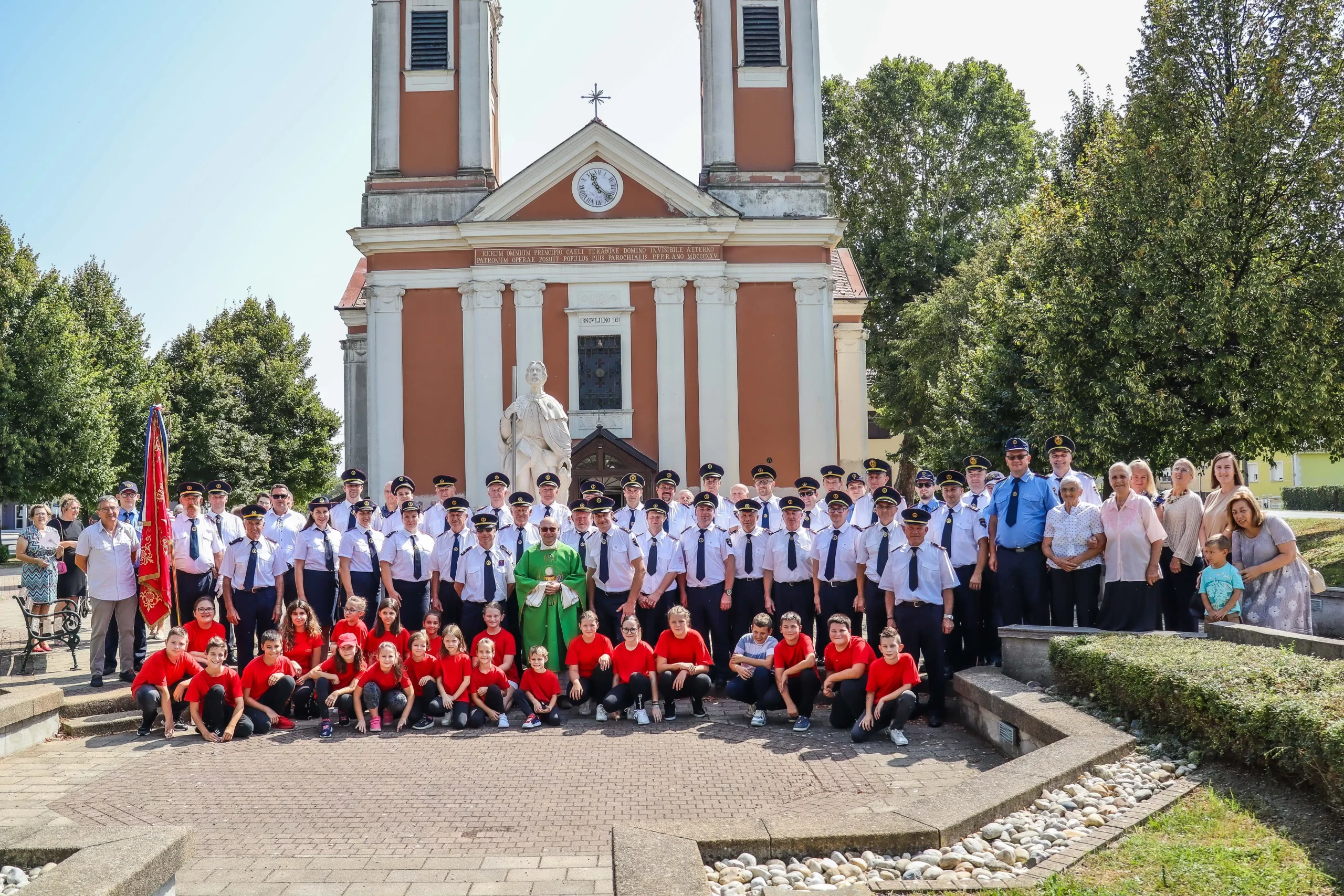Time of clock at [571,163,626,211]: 11:21
